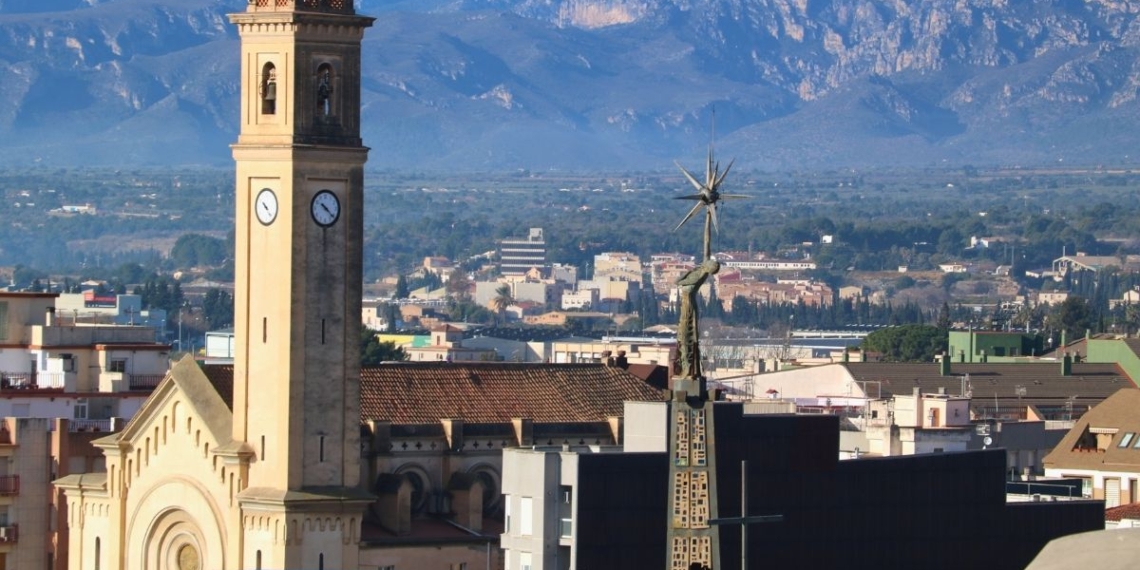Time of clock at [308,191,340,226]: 10:22
